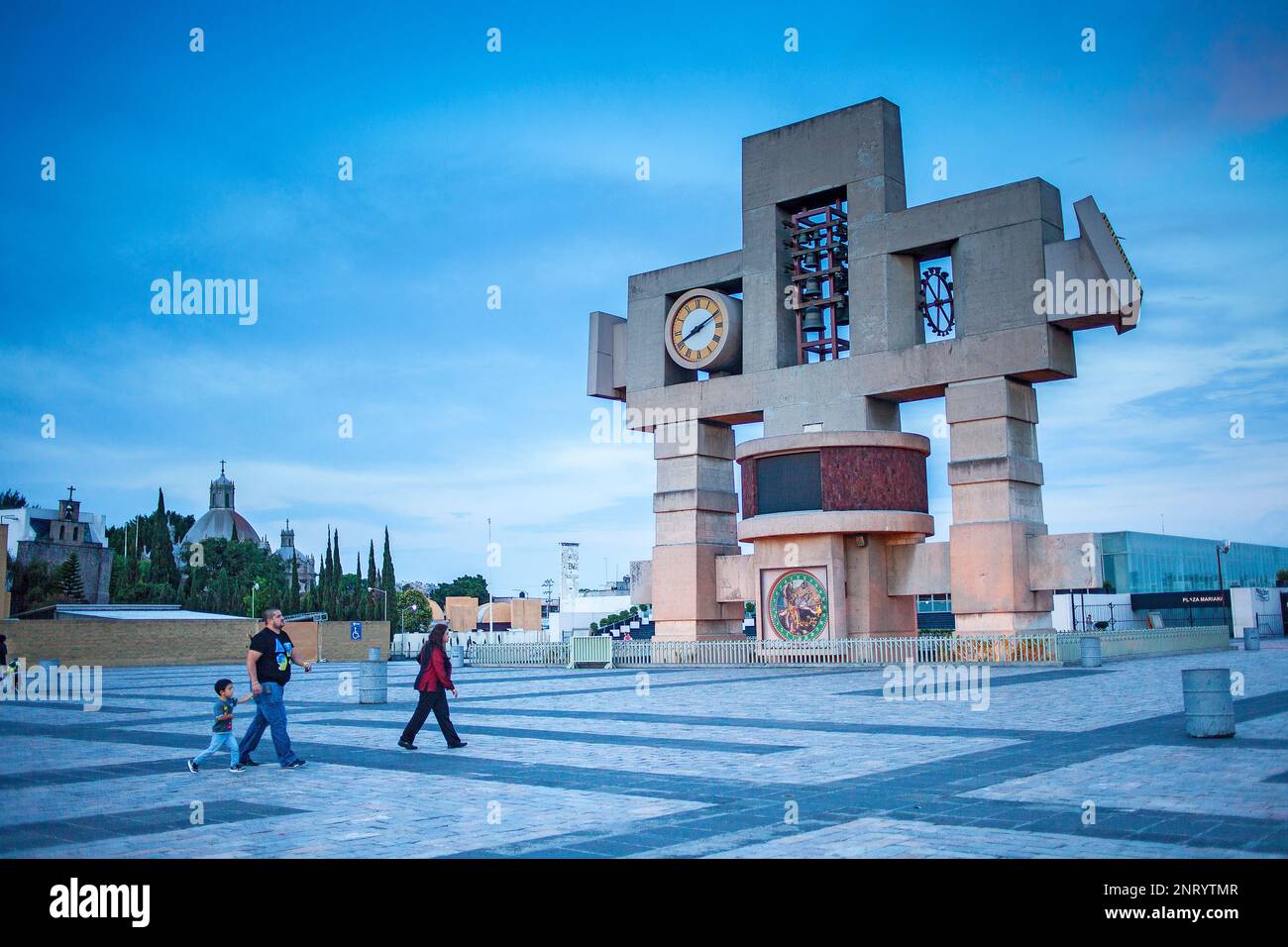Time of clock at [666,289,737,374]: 8:10
